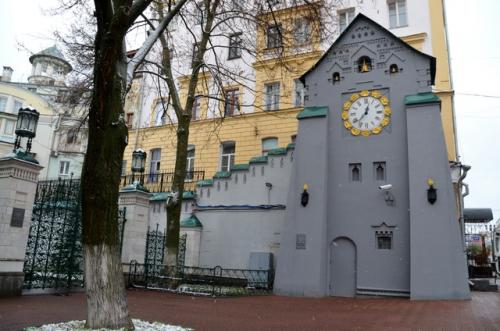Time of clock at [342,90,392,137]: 12:37
